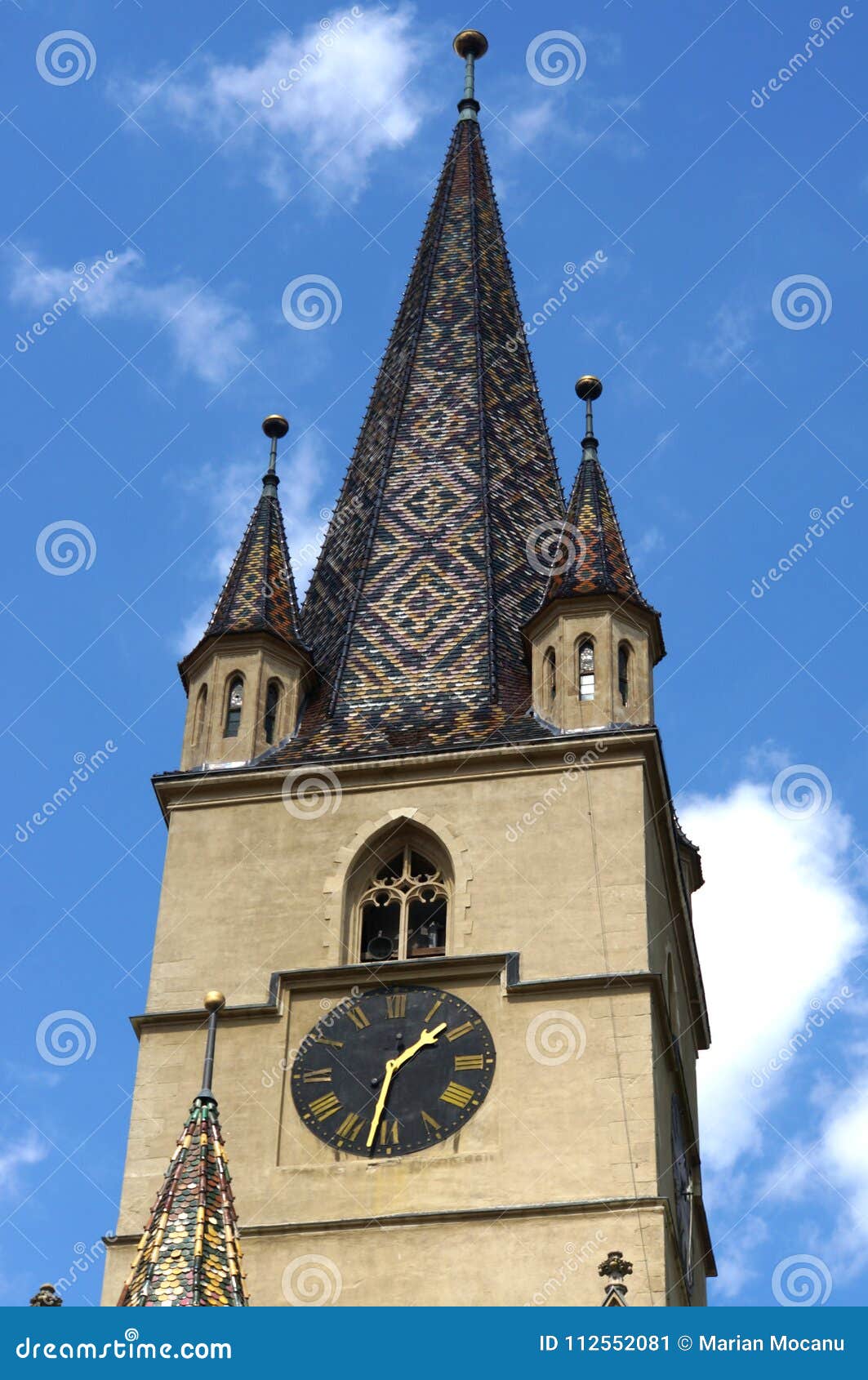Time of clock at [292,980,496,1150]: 1:32
